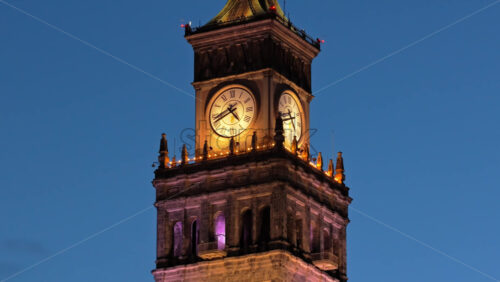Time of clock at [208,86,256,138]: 4:40
